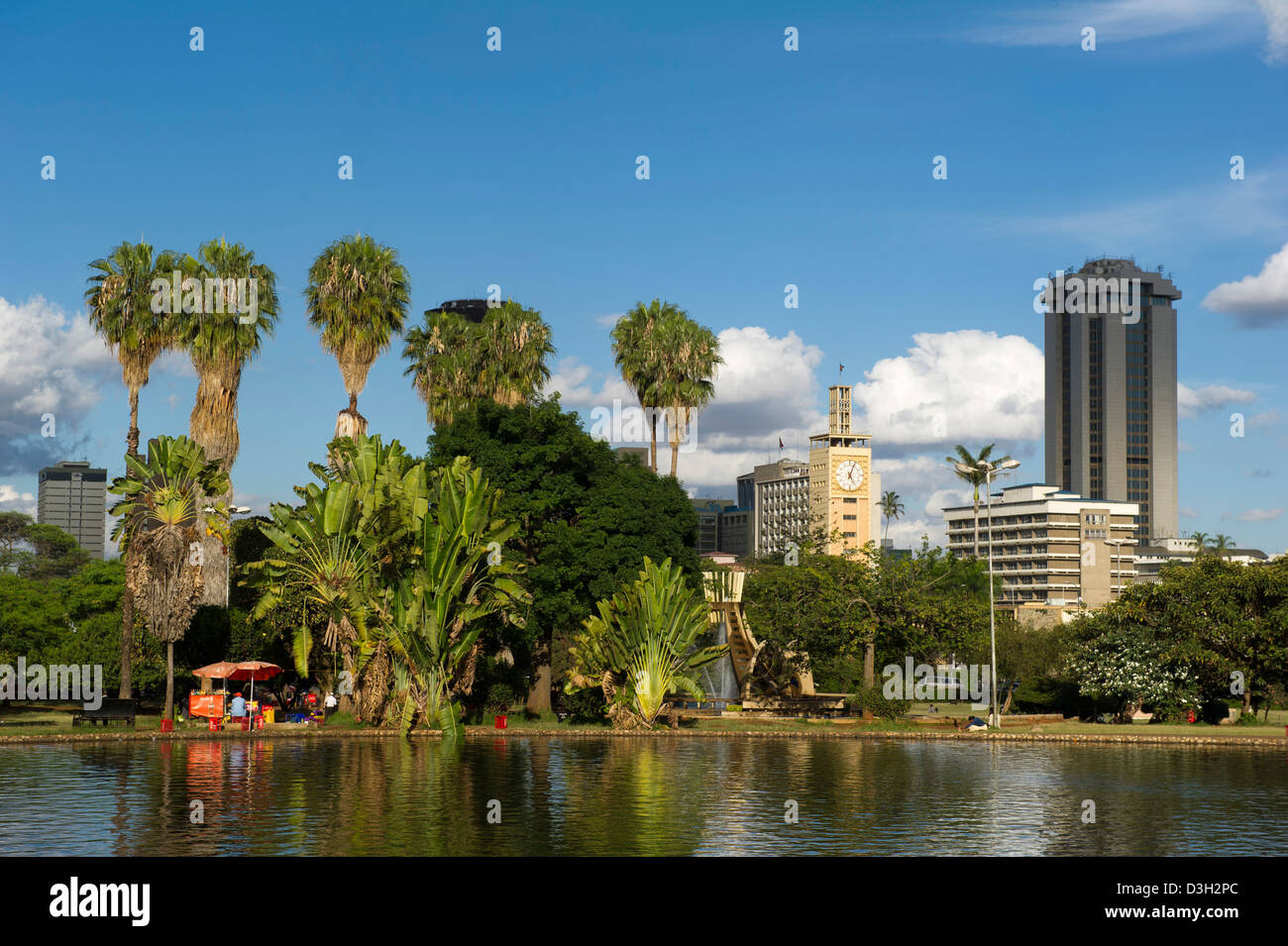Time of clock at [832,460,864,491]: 5:03
